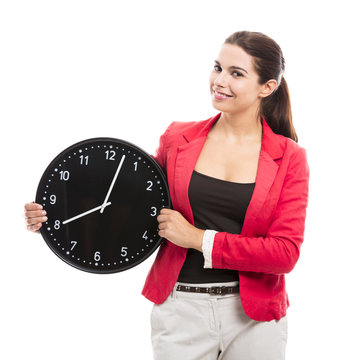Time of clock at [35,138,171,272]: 8:02
